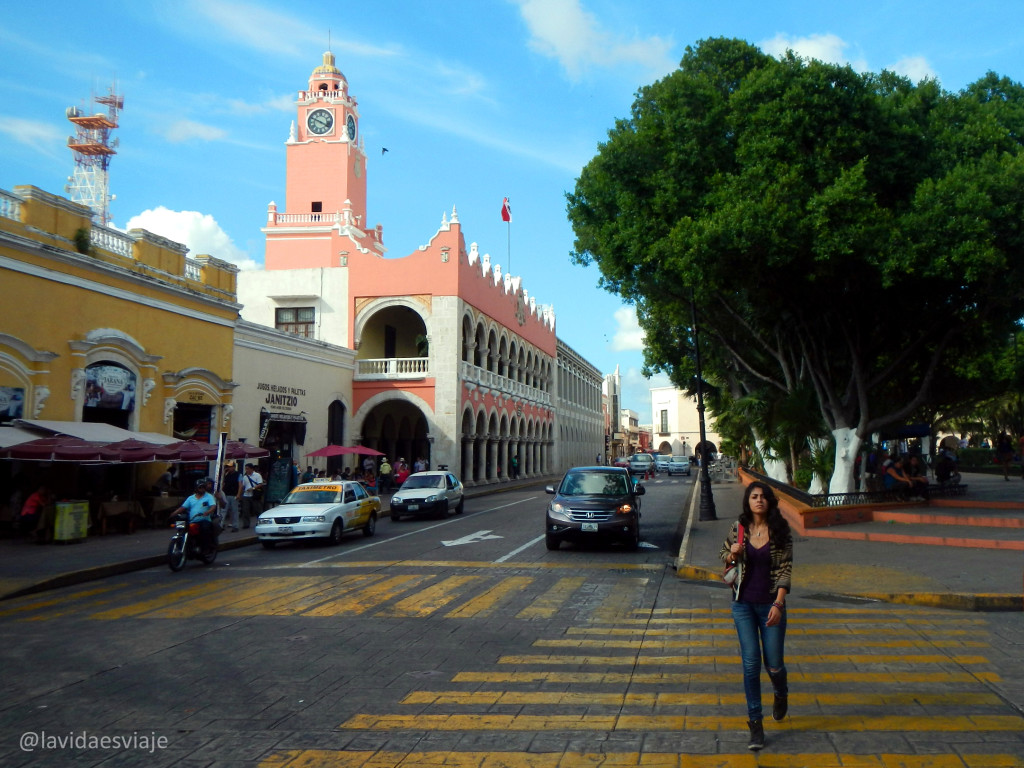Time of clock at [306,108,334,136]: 3:48
